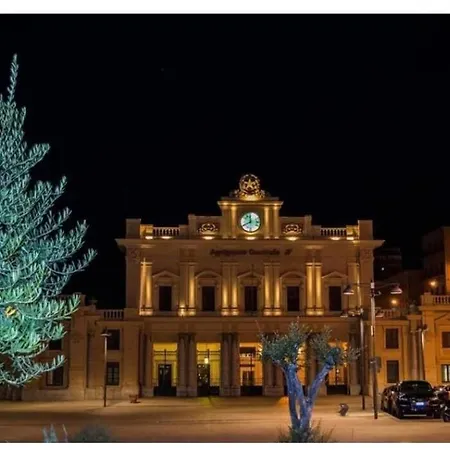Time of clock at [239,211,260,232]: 11:40
